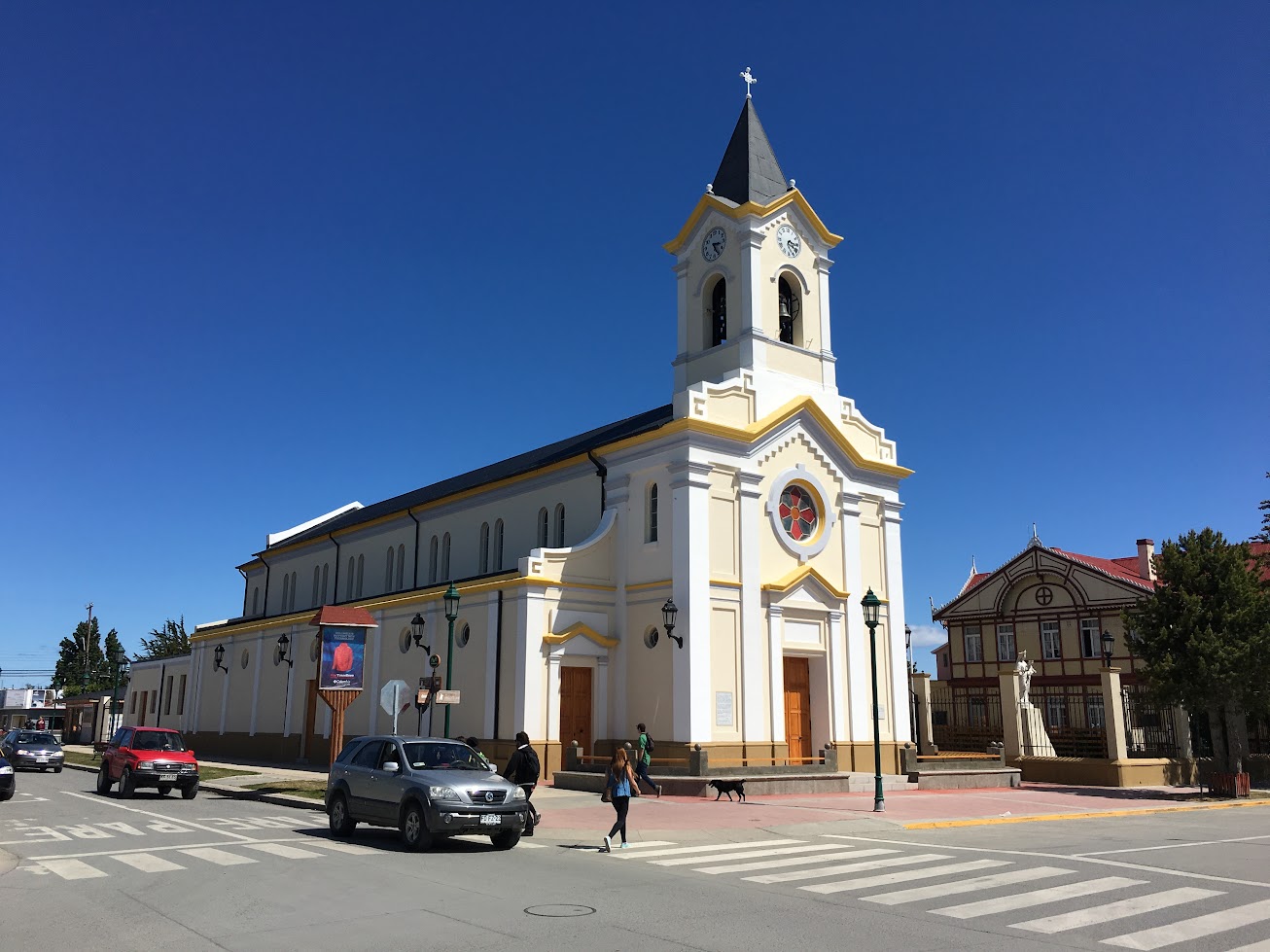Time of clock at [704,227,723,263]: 3:24
